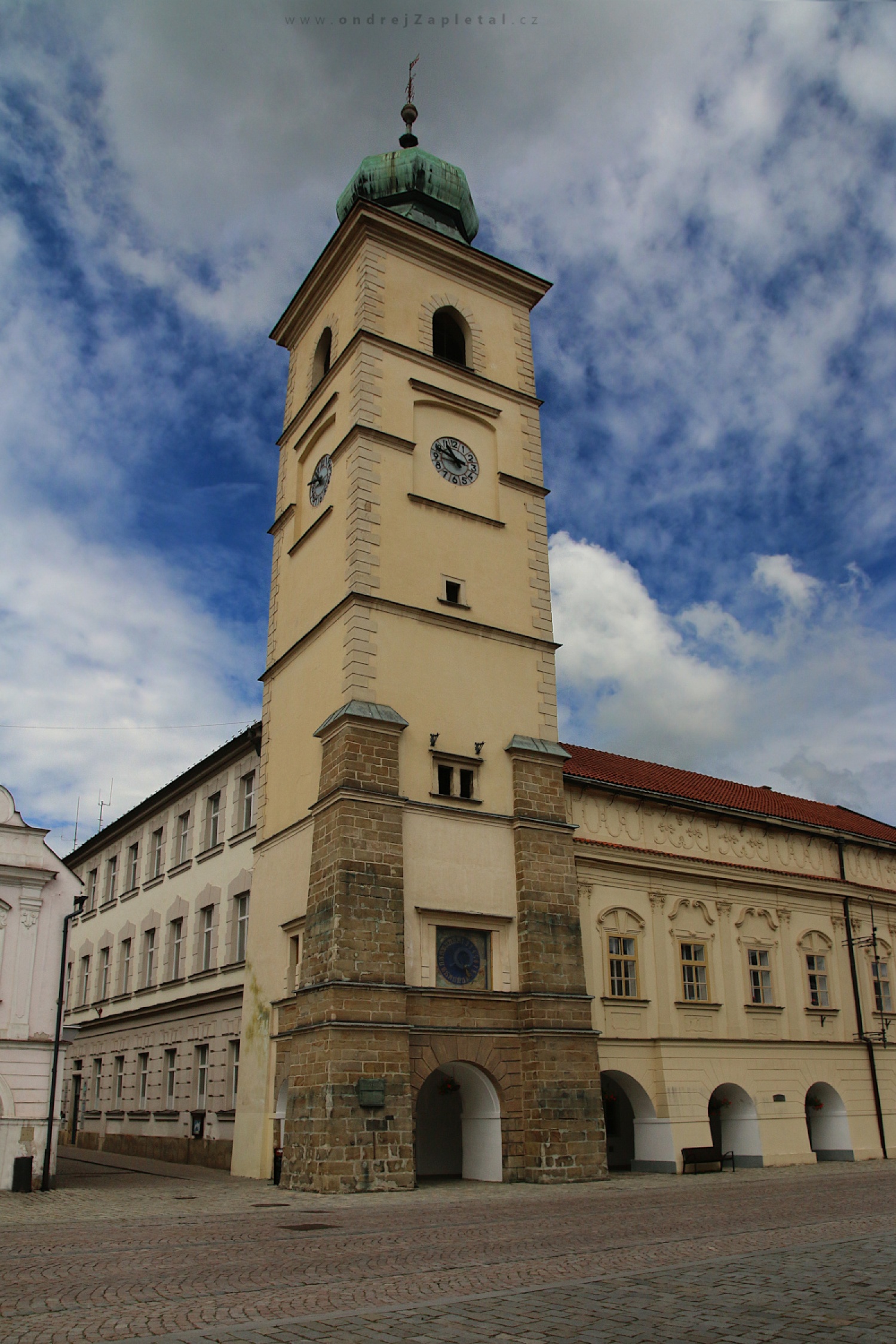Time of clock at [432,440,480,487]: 10:48
